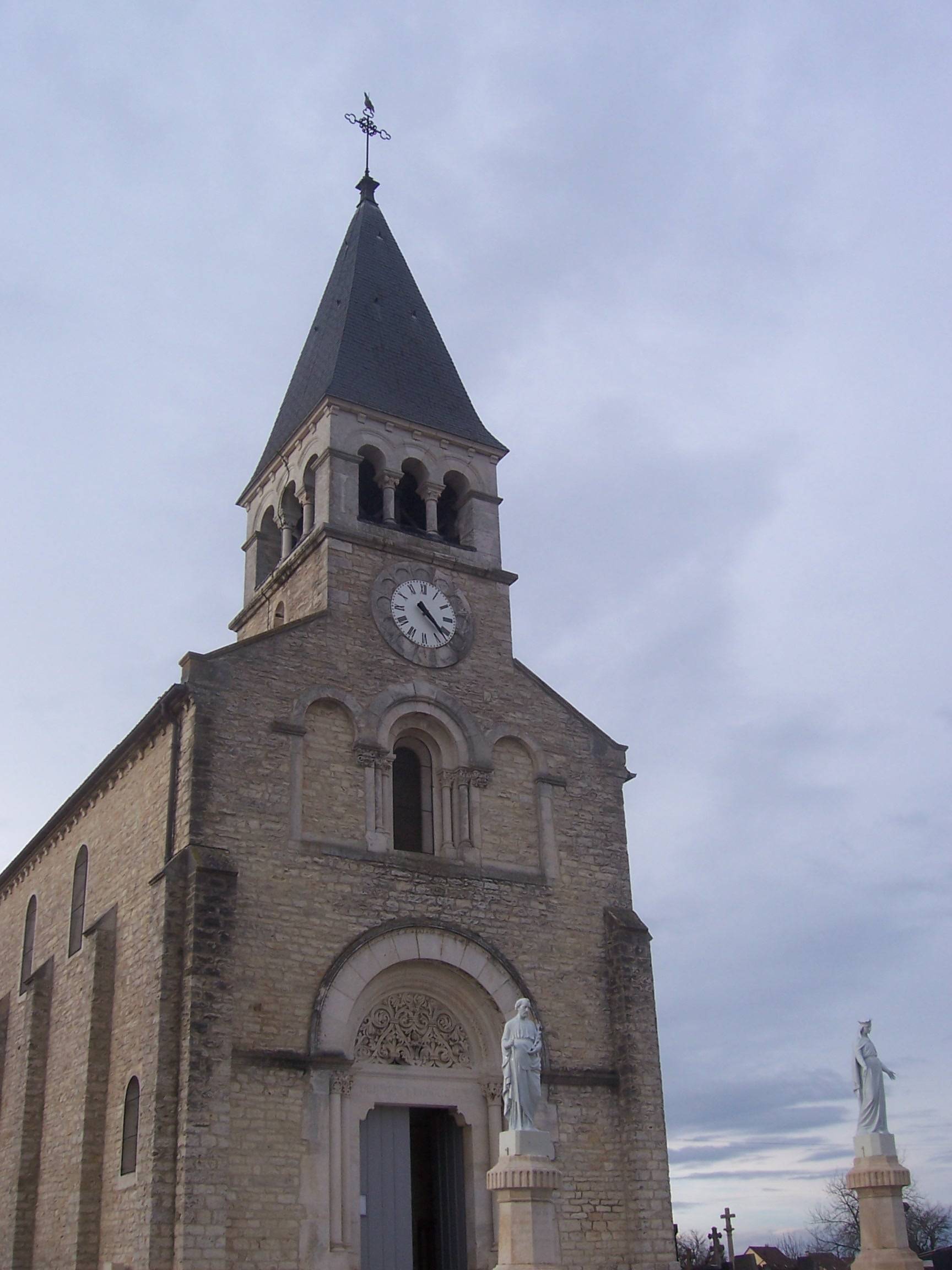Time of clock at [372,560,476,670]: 4:22
